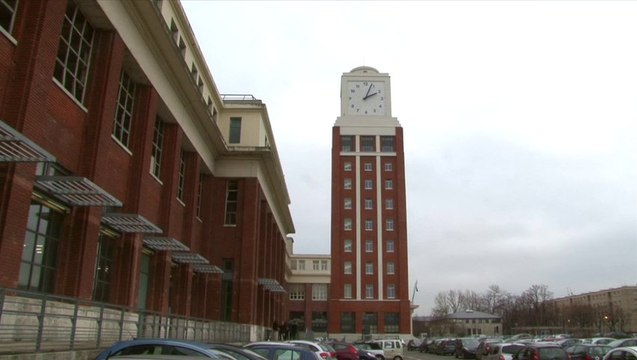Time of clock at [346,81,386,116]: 2:03
